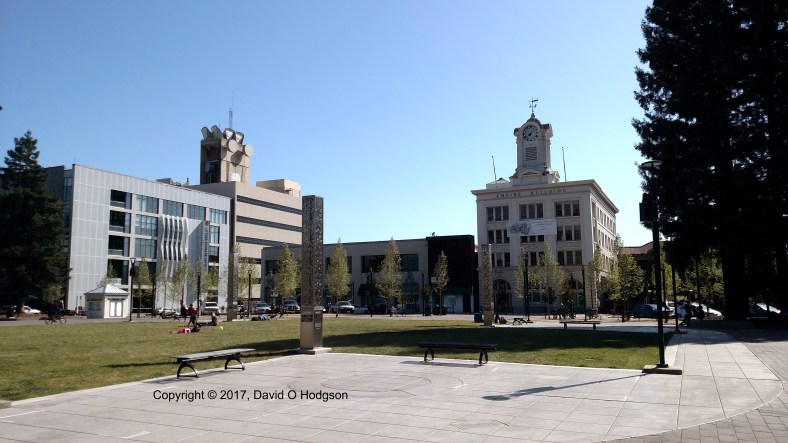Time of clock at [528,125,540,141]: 6:38
